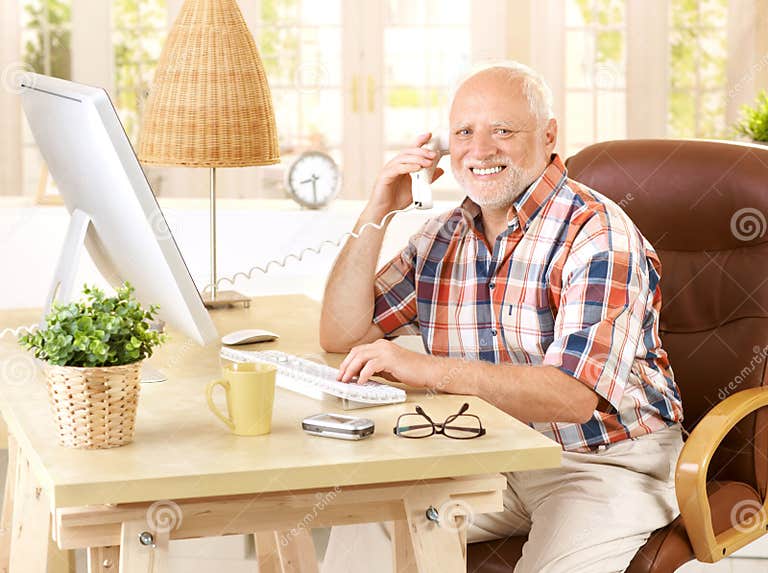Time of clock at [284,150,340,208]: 8:29
